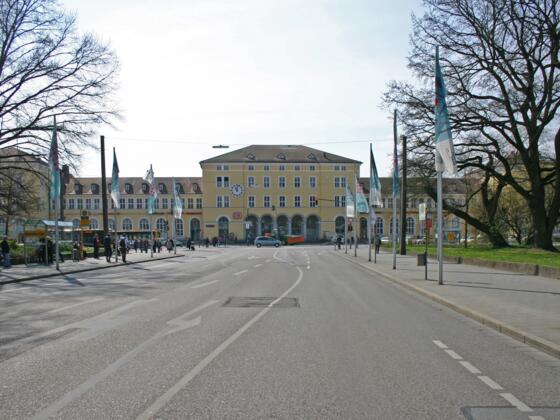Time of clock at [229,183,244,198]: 11:02
